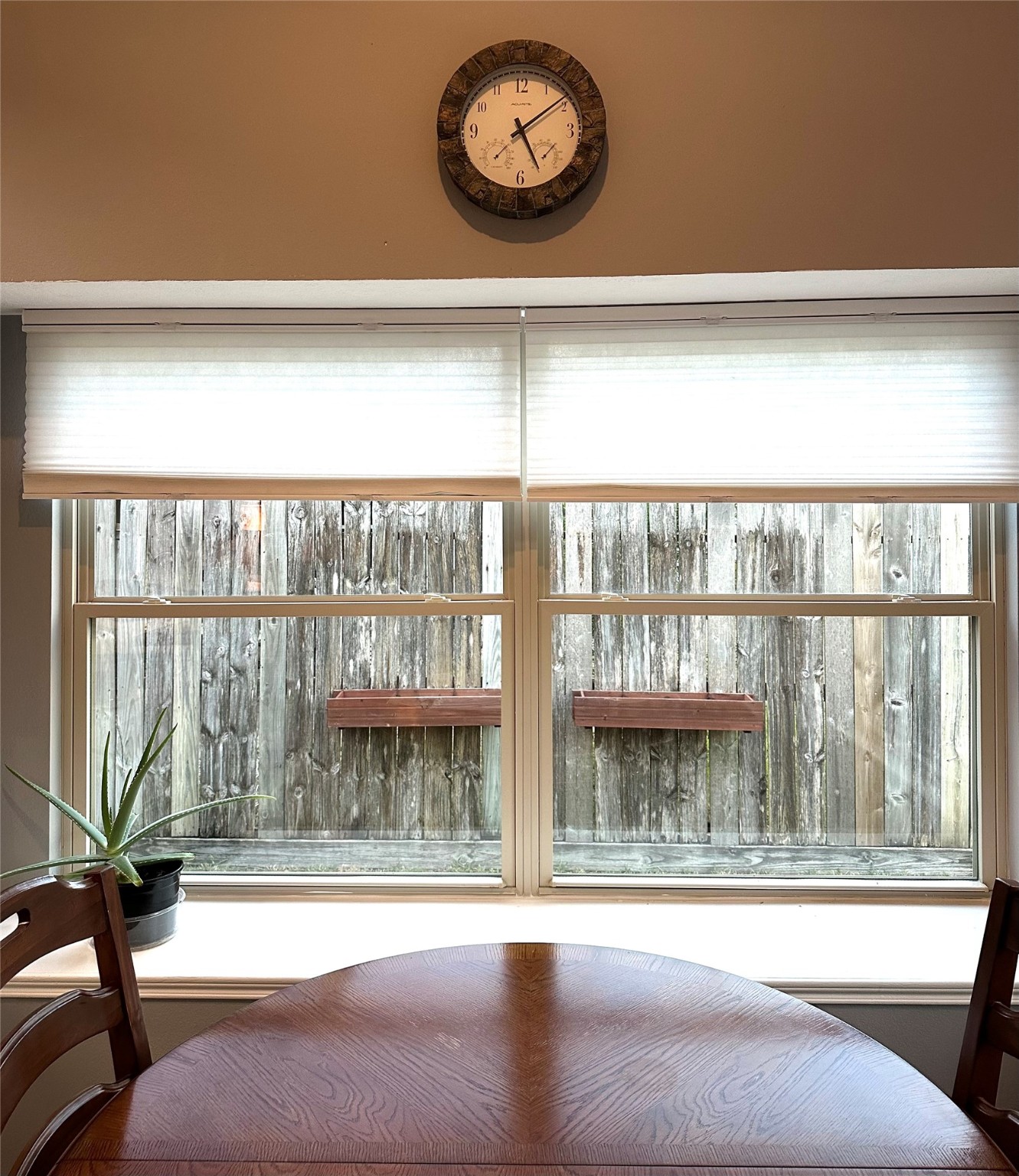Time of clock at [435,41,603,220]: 5:08
